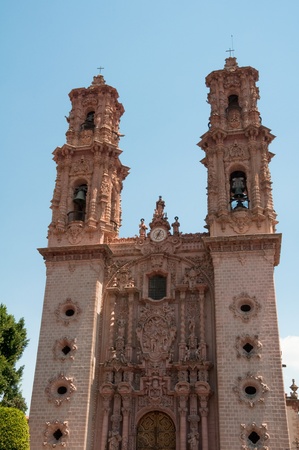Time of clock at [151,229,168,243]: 7:03
